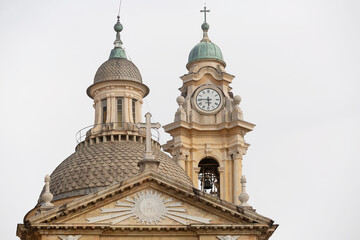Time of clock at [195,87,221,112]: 5:45
